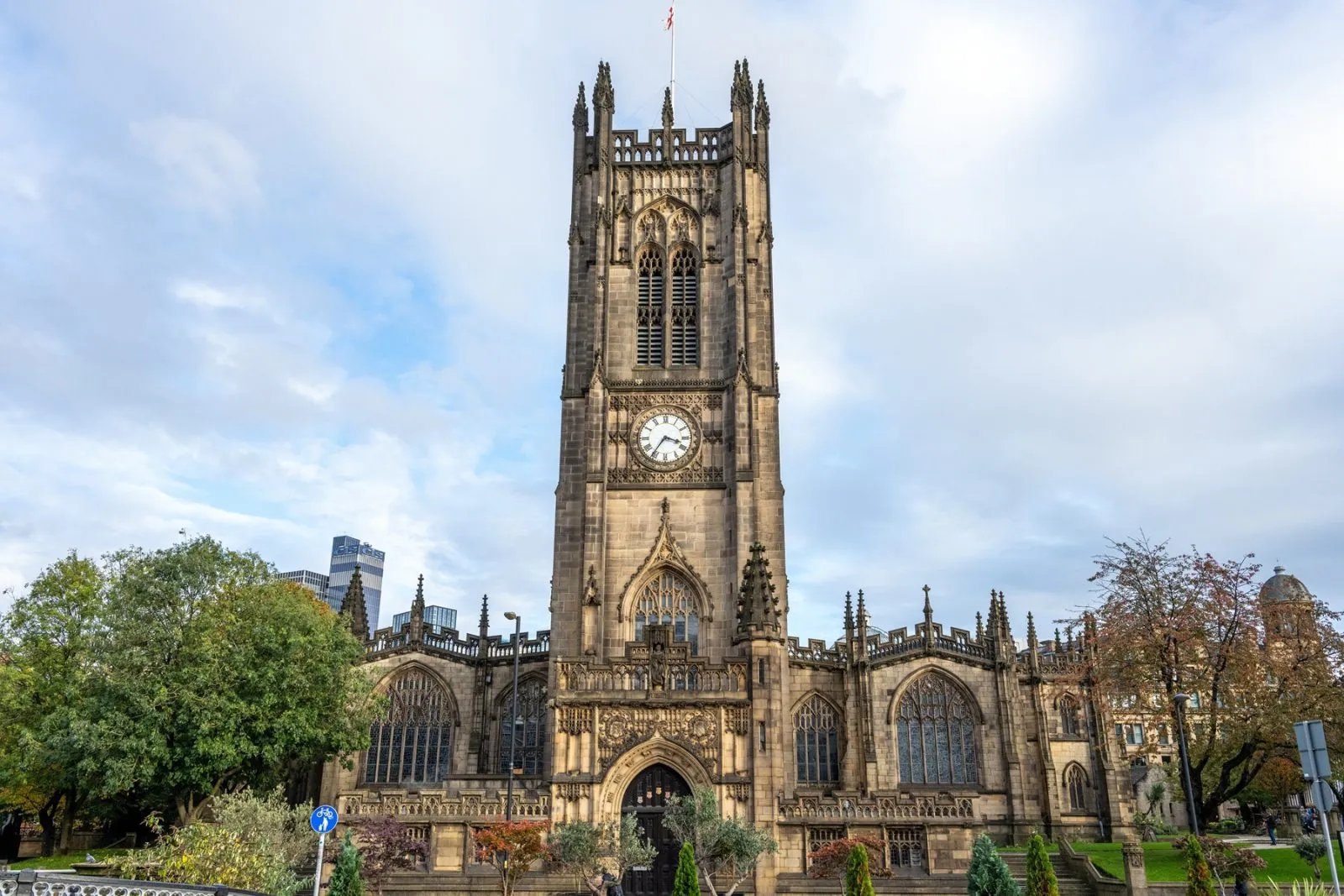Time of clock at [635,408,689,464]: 3:35
